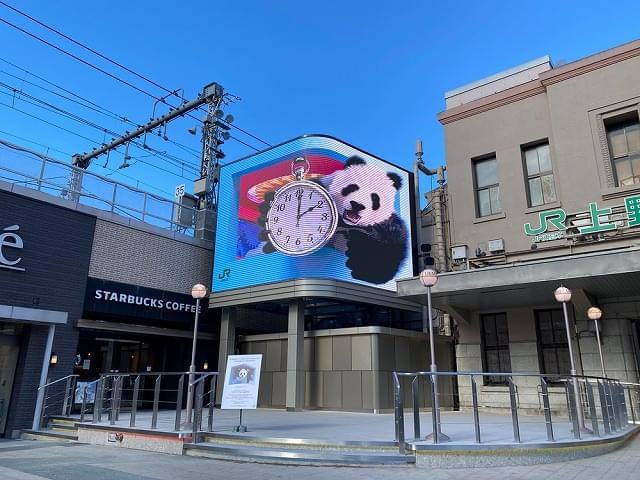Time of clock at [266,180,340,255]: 2:00
